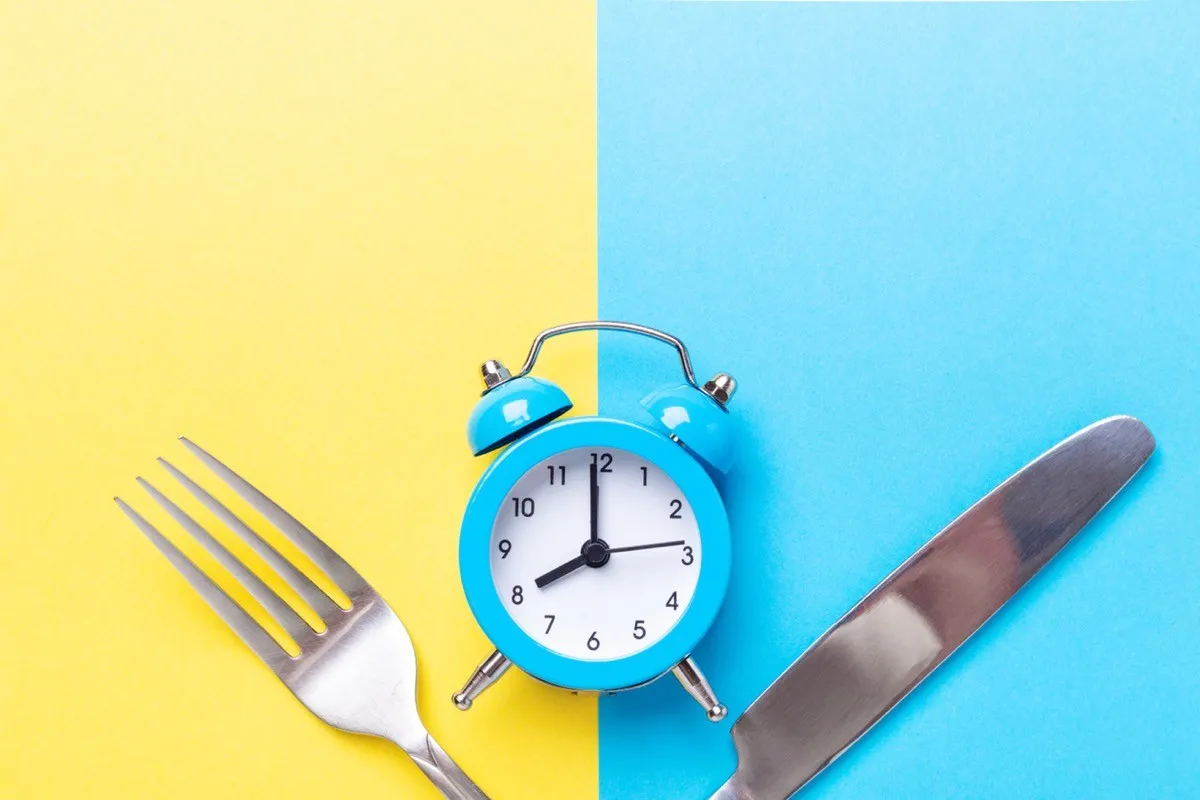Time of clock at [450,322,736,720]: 7:59
